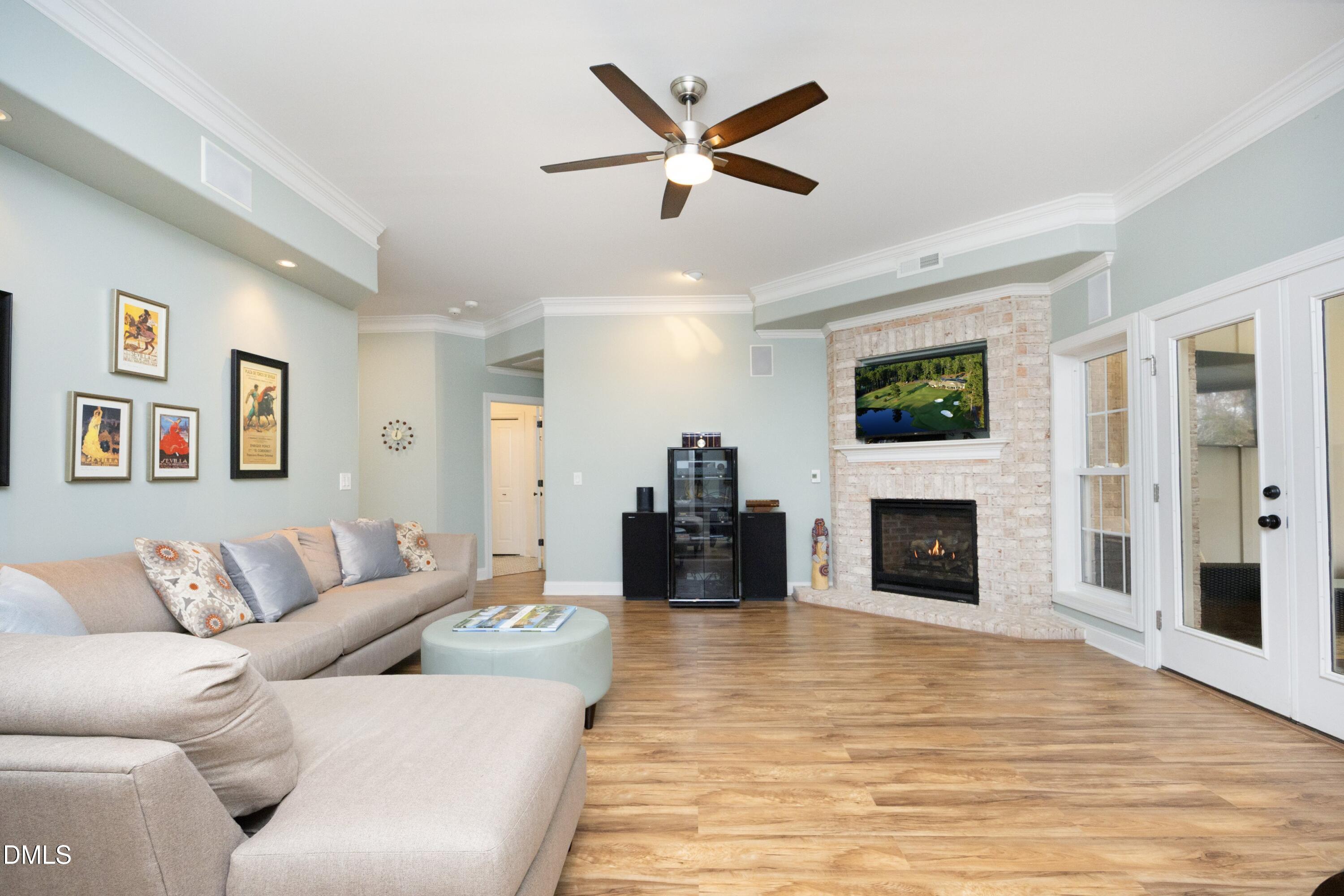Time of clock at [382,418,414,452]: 12:28
